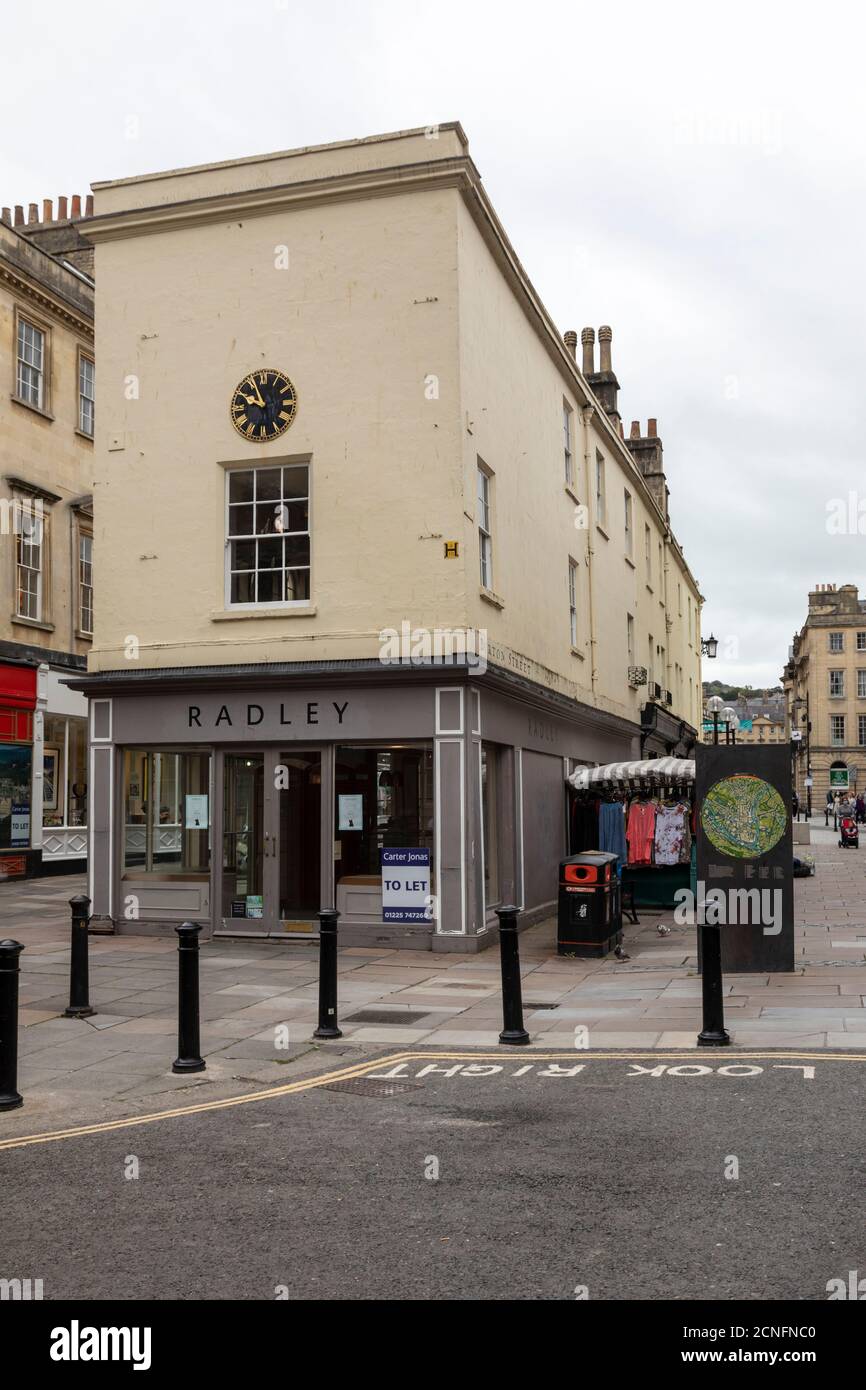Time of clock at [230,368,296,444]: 9:55
